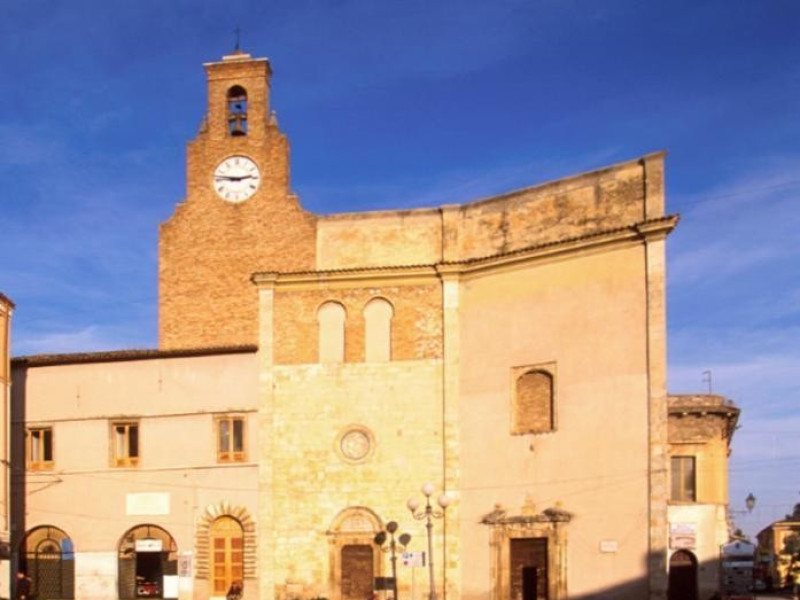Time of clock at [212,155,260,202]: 2:46
